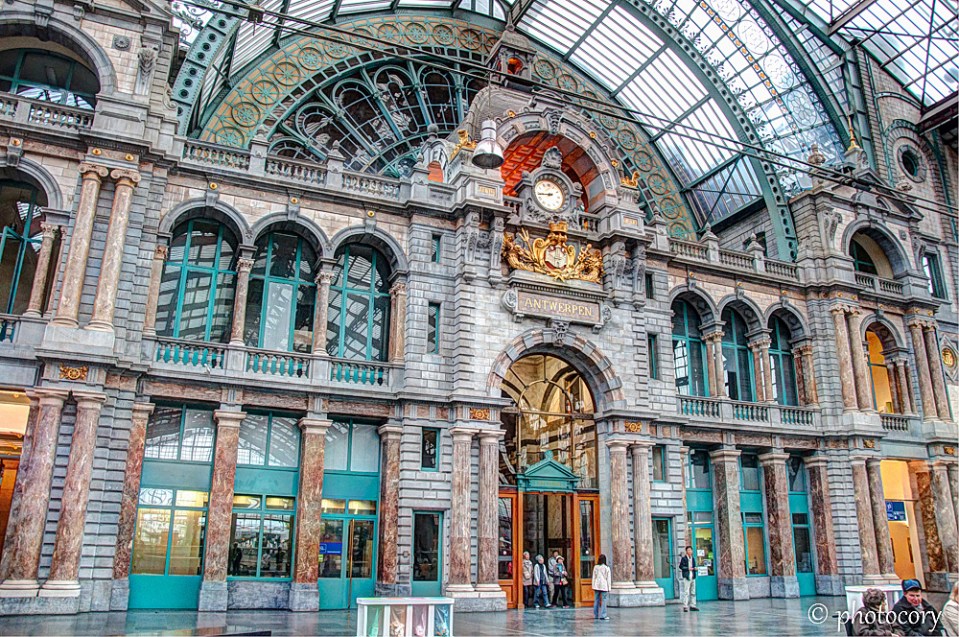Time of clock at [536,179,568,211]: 8:43
